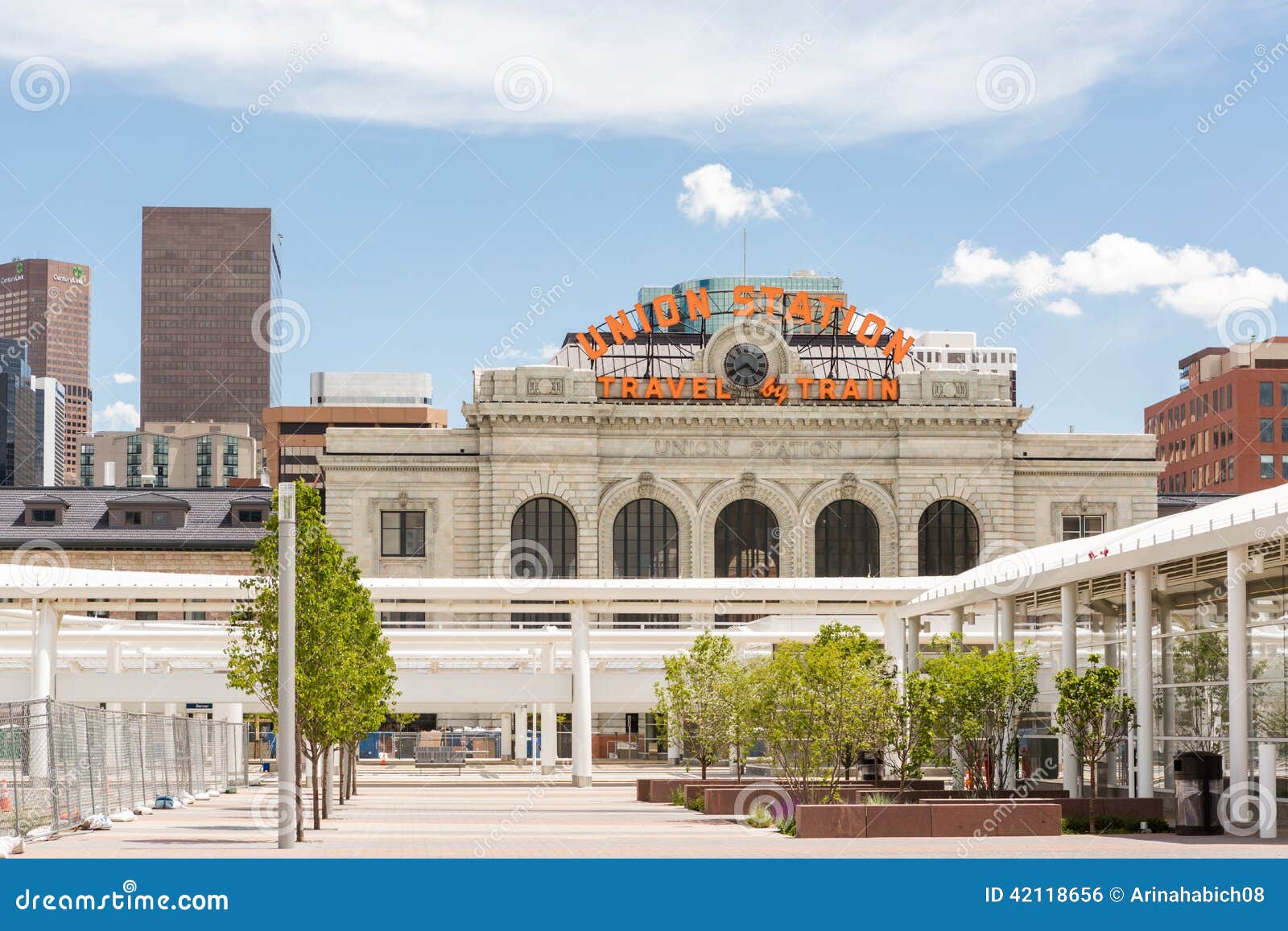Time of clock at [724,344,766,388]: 4:40
